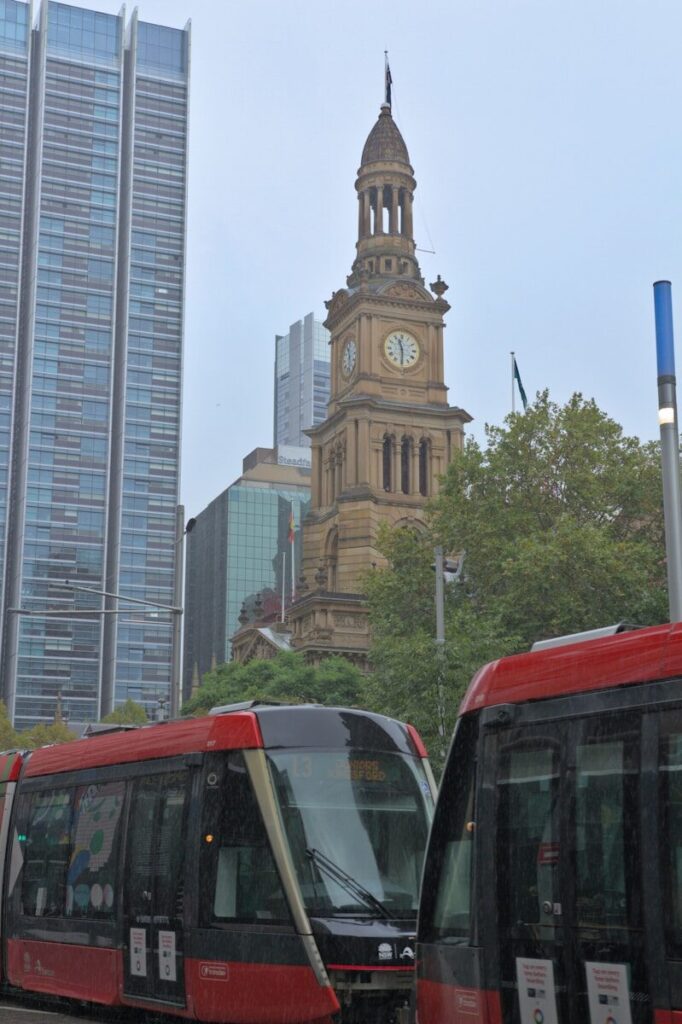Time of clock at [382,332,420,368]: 11:29
